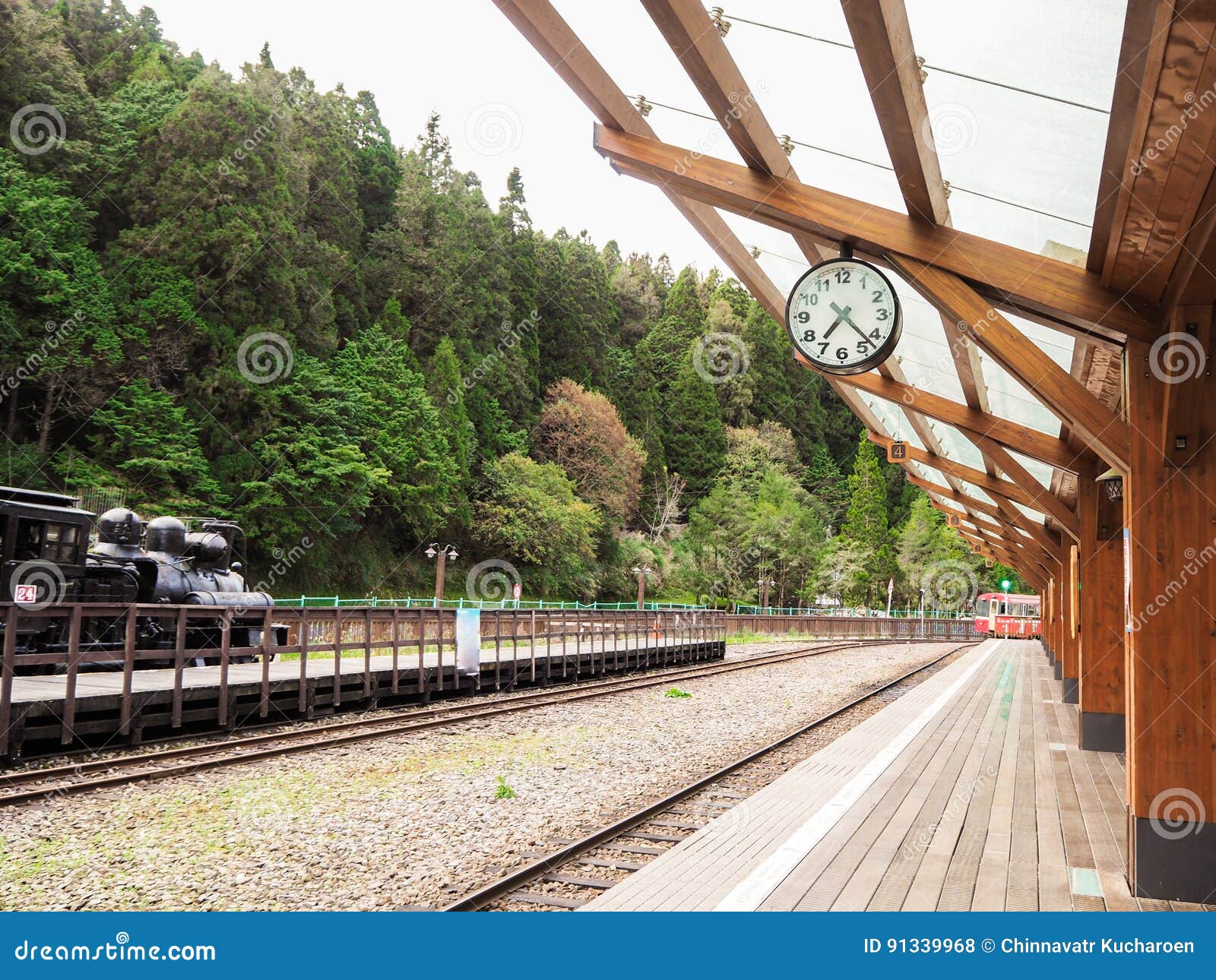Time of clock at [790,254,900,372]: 7:22
